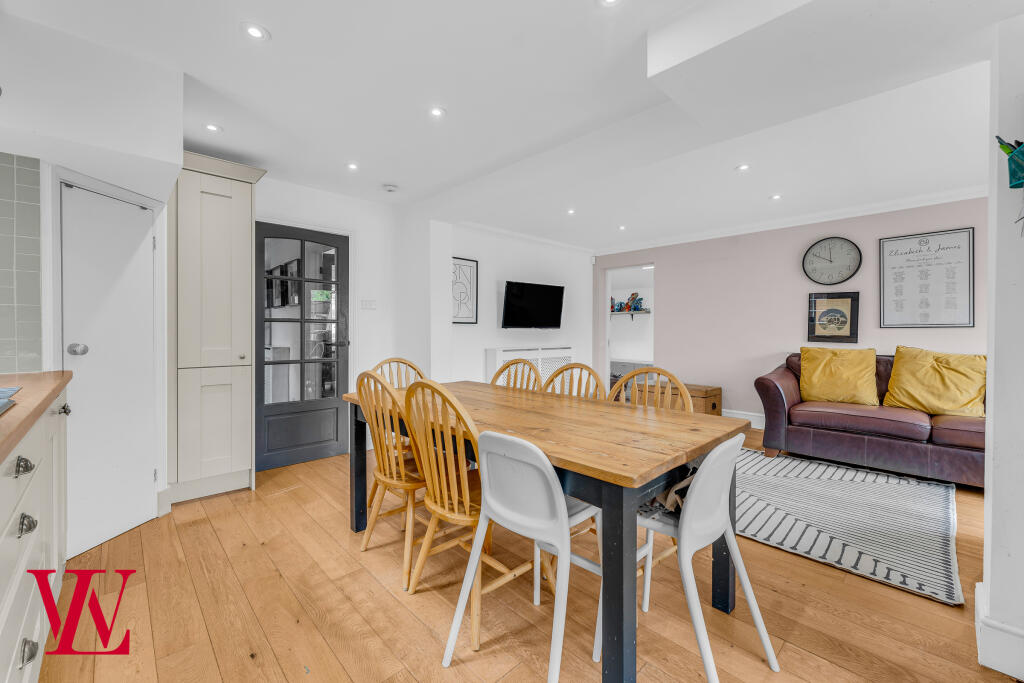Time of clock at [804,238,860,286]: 11:49
